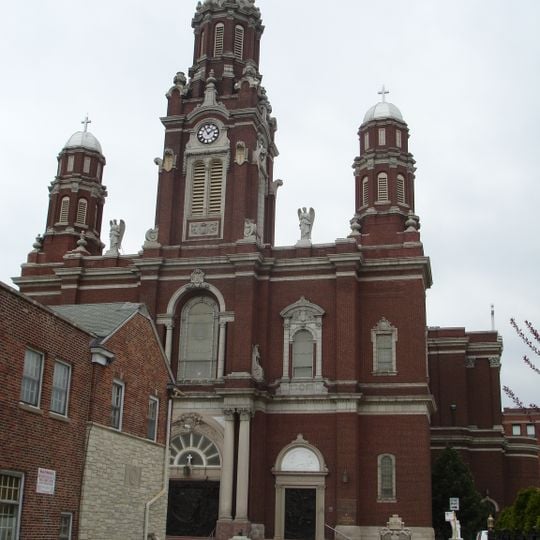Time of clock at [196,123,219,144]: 1:54
